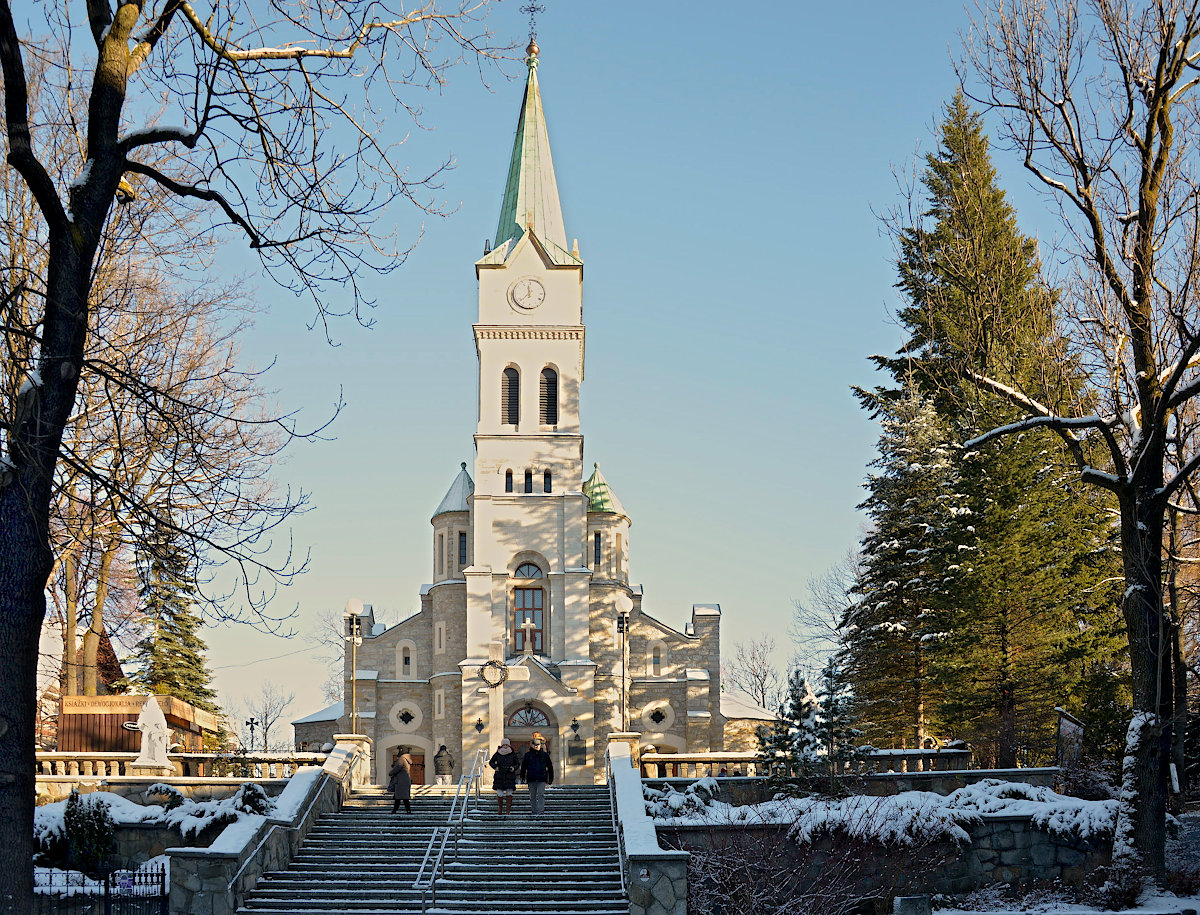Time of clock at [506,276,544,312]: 11:37
